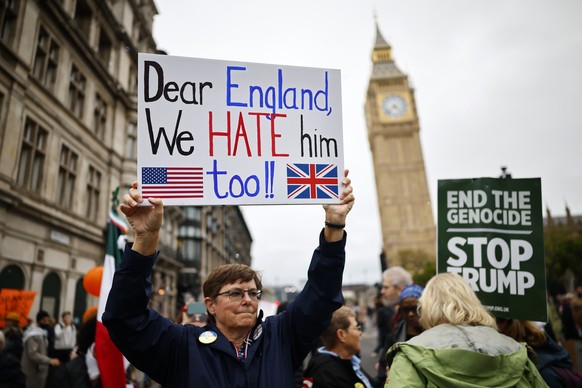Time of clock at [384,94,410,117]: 4:37
